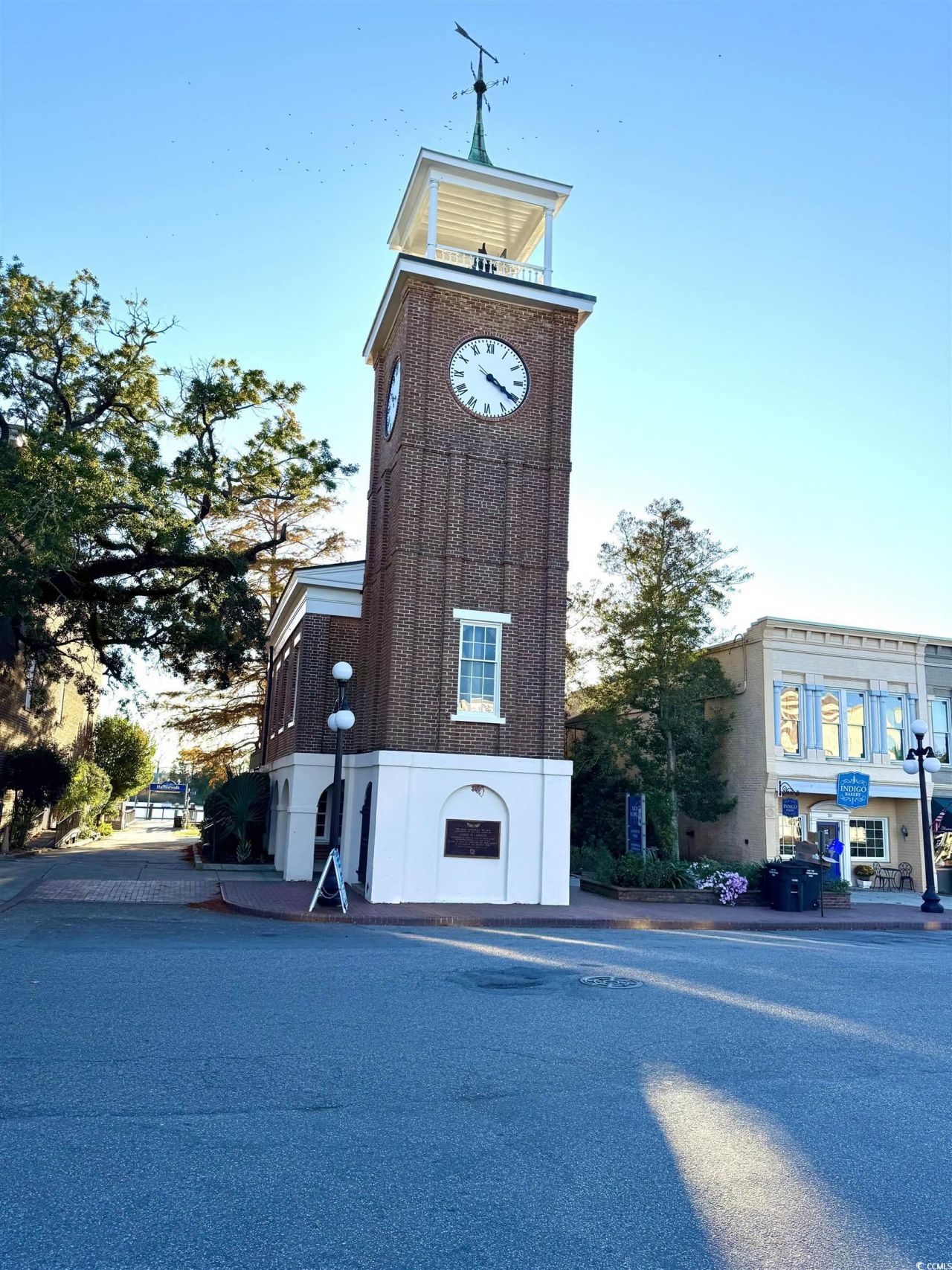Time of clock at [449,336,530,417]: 4:20
